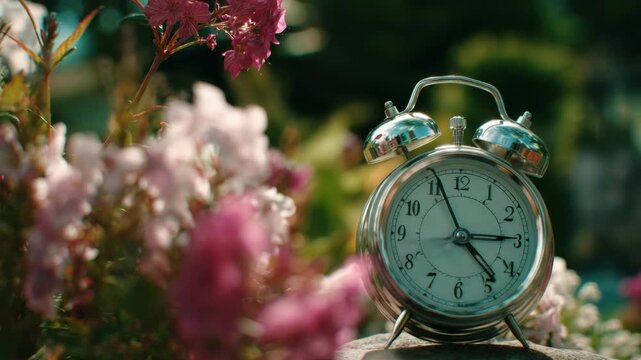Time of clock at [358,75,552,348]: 2:56
